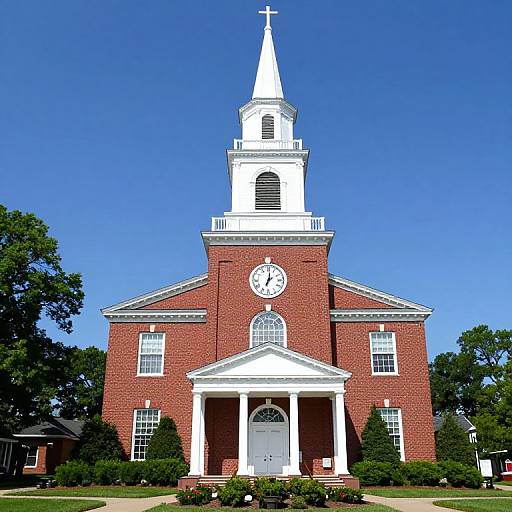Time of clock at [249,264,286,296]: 7:01
